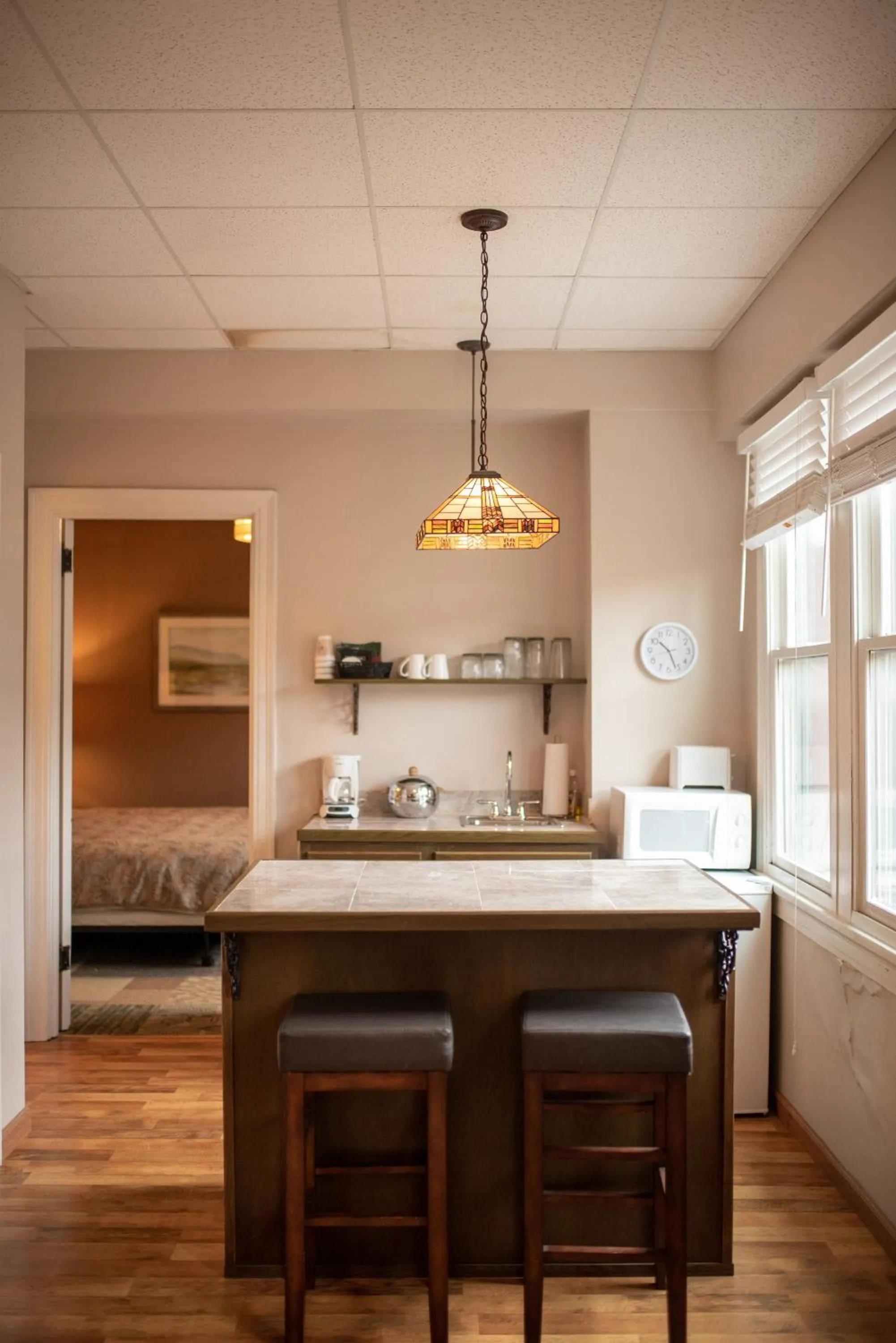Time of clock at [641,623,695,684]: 10:26
